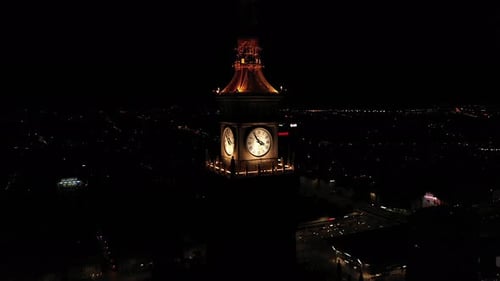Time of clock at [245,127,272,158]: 3:54
